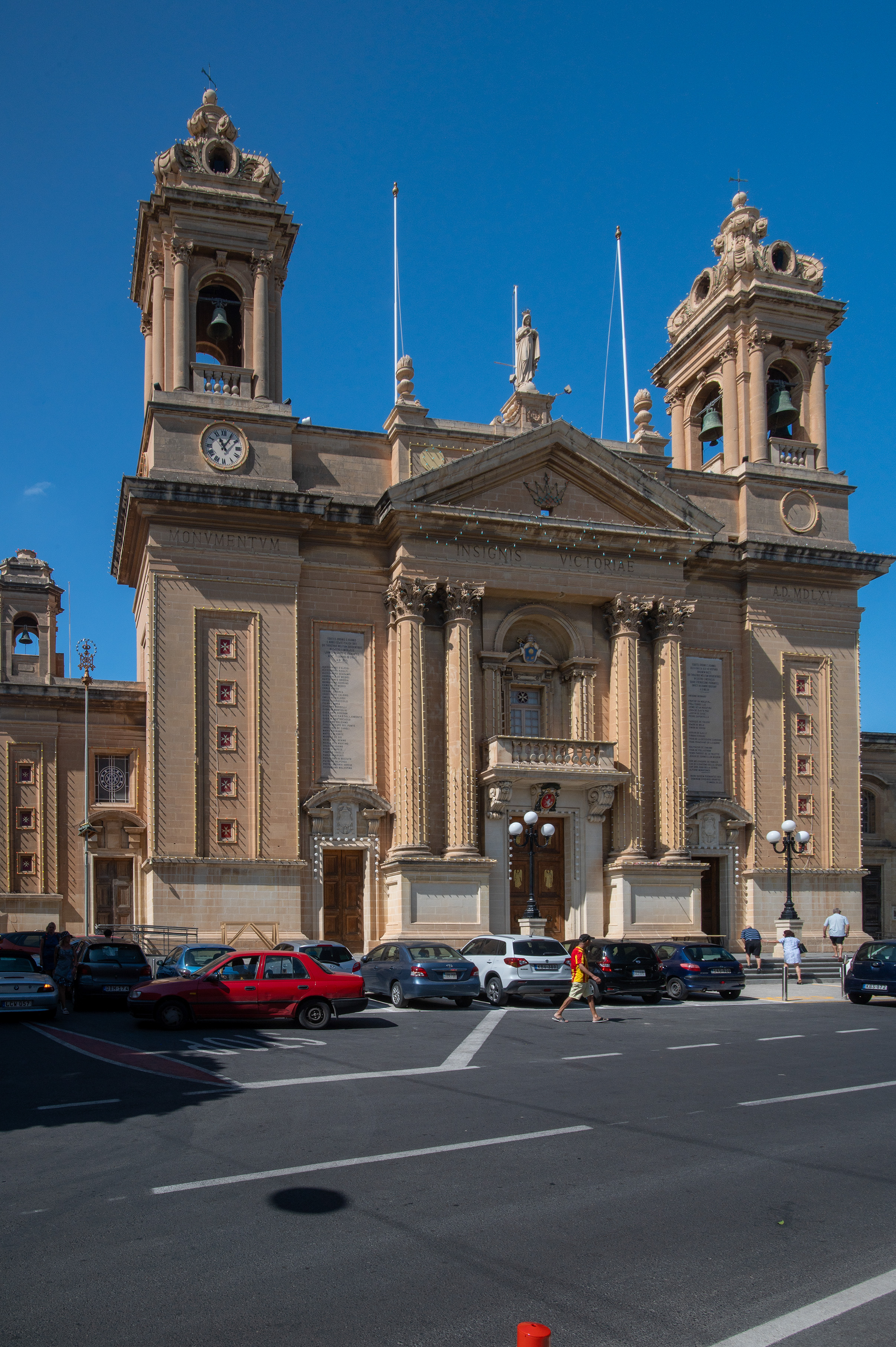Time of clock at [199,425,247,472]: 11:05
